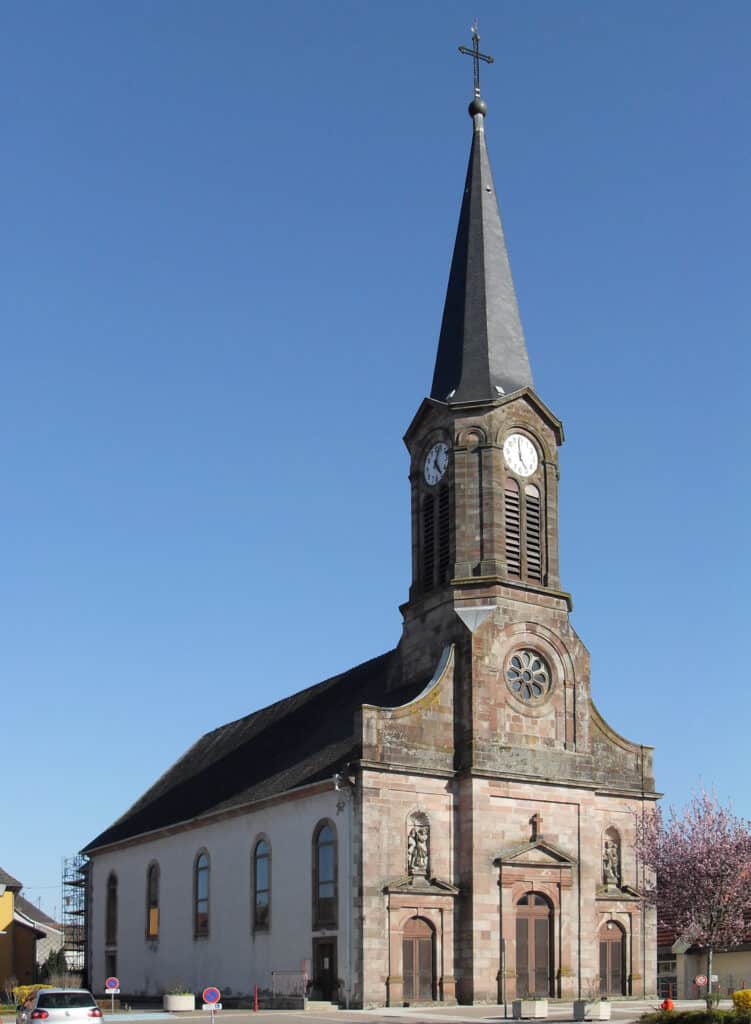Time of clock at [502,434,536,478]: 4:59
